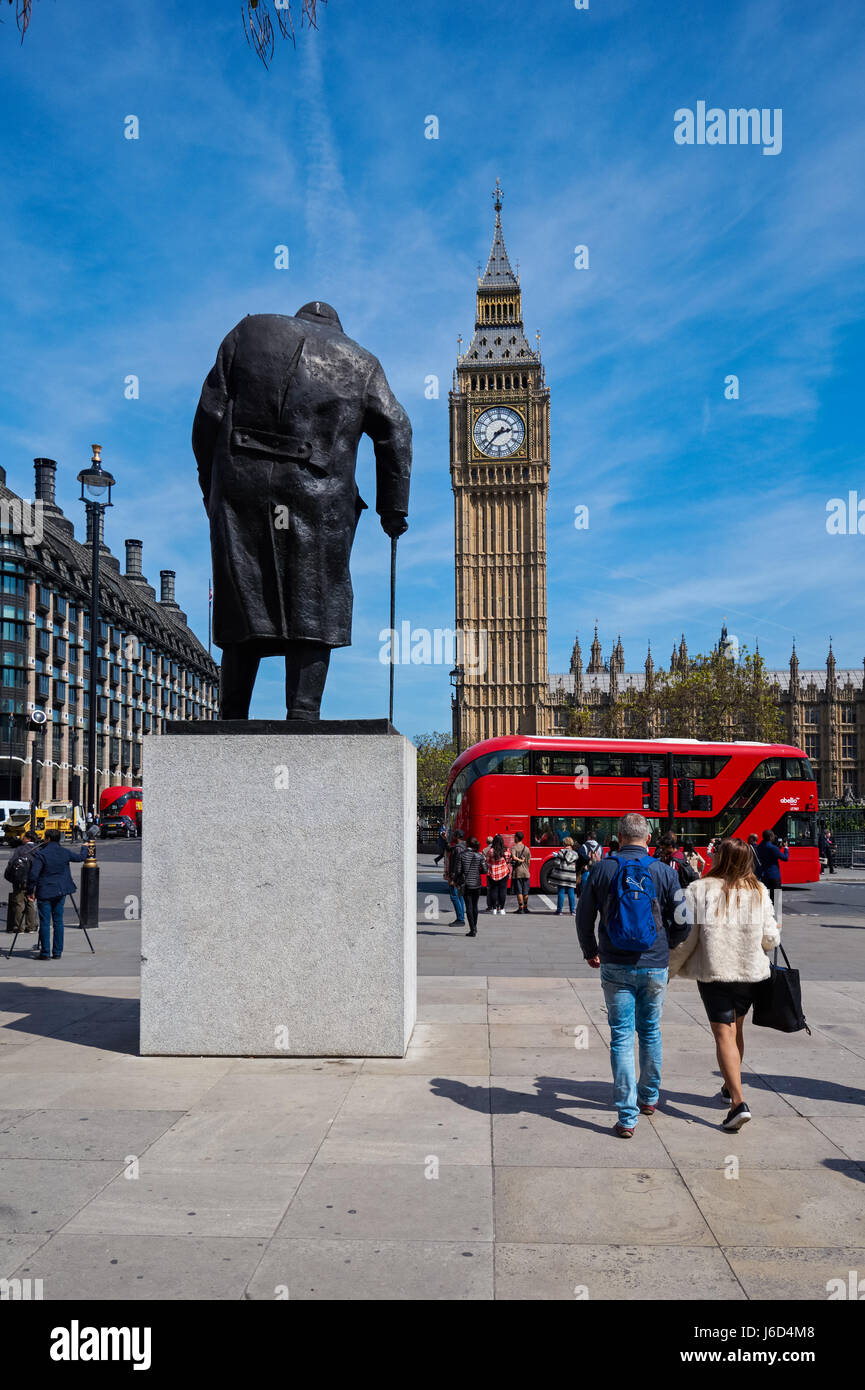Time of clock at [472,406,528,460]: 2:37
